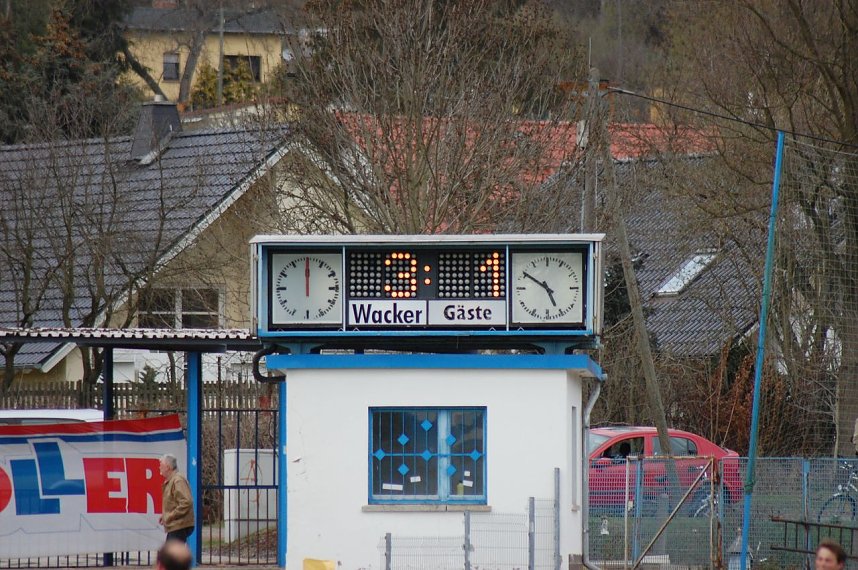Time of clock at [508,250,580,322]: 4:50
